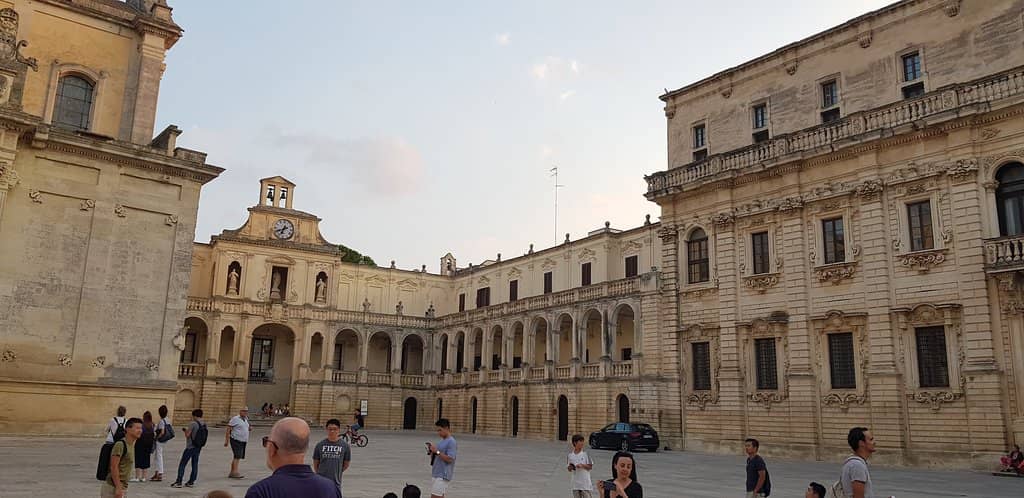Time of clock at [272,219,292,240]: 6:40
